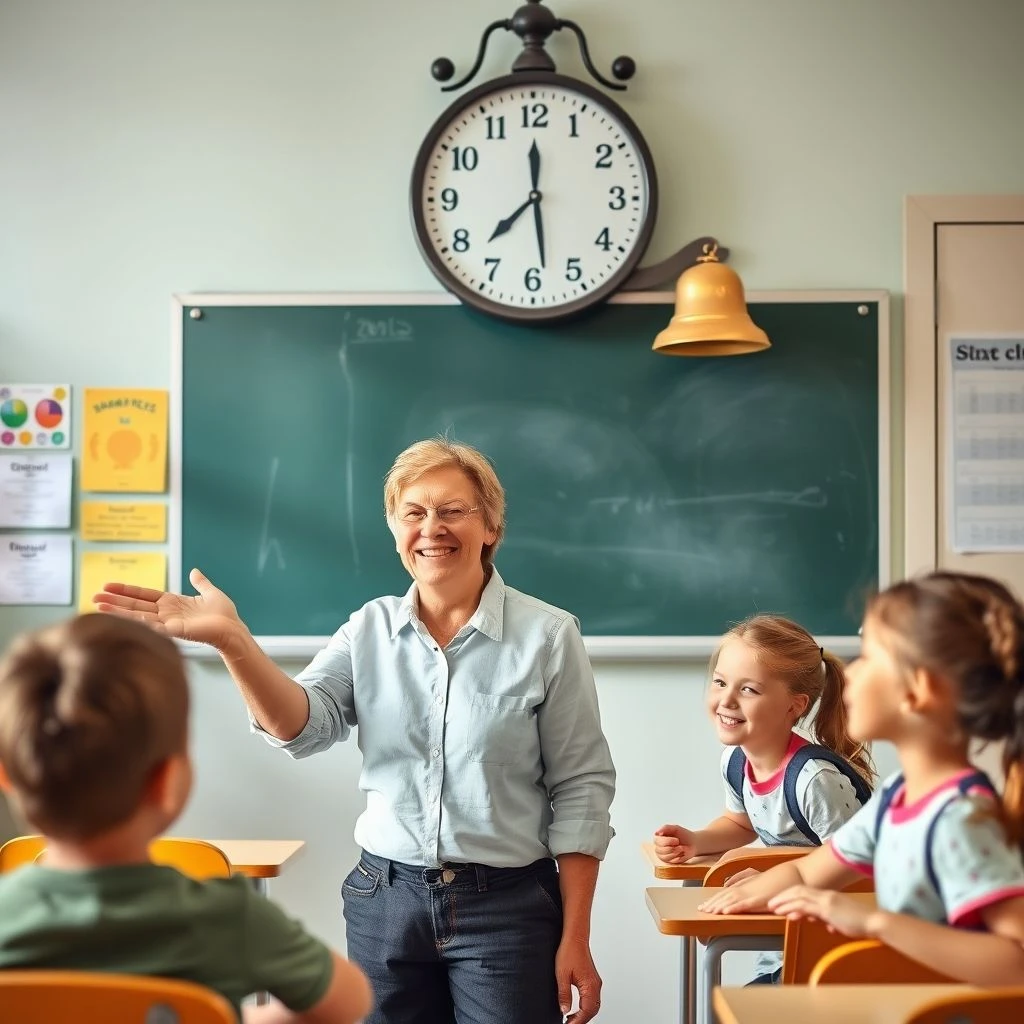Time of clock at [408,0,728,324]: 7:28
